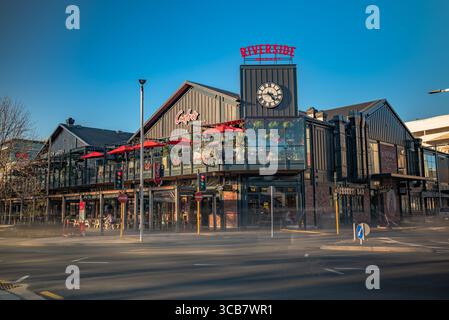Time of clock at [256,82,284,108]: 4:44
